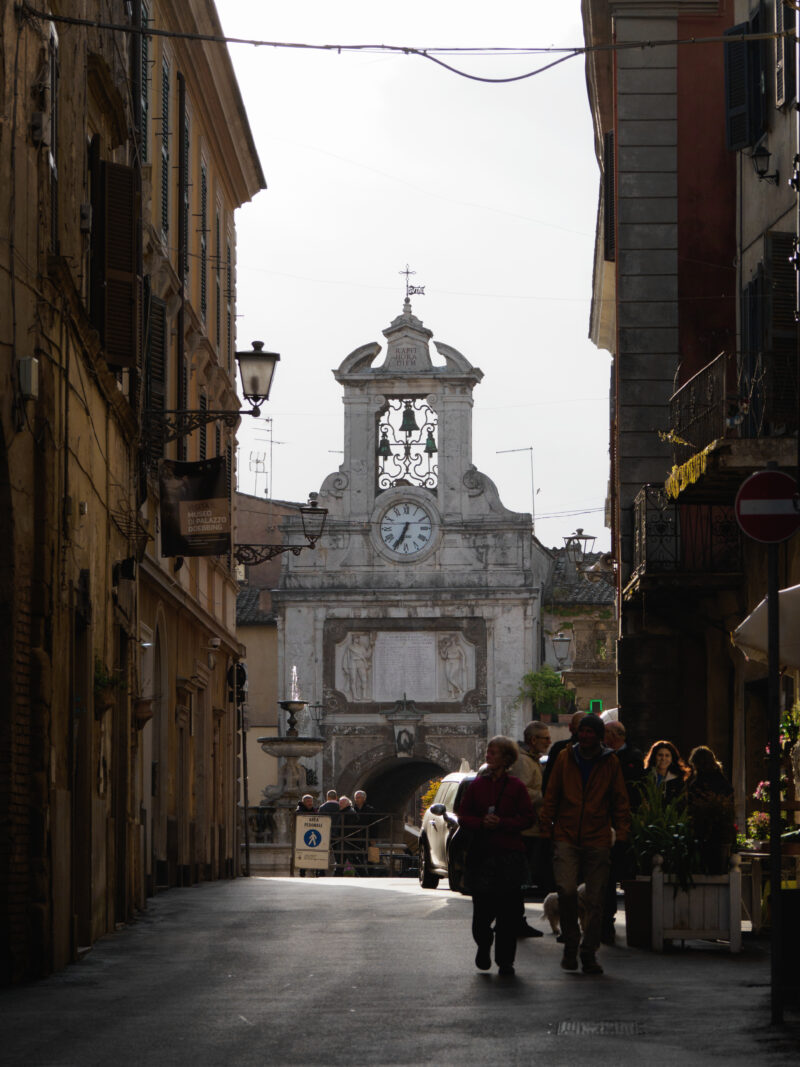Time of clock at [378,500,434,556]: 6:34
